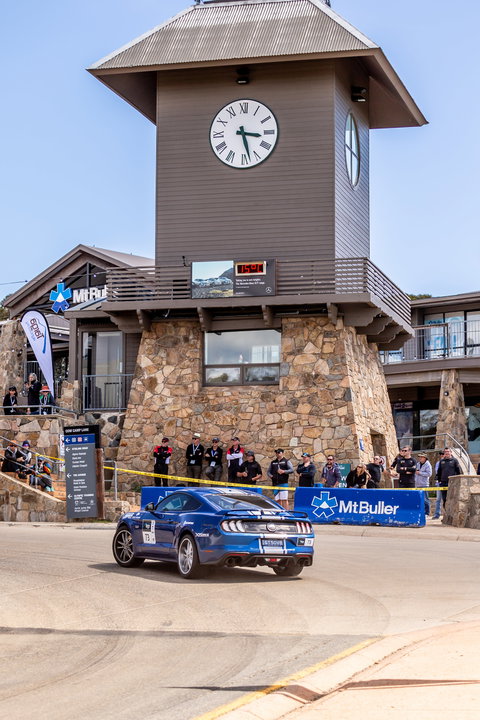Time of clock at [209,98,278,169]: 3:27
